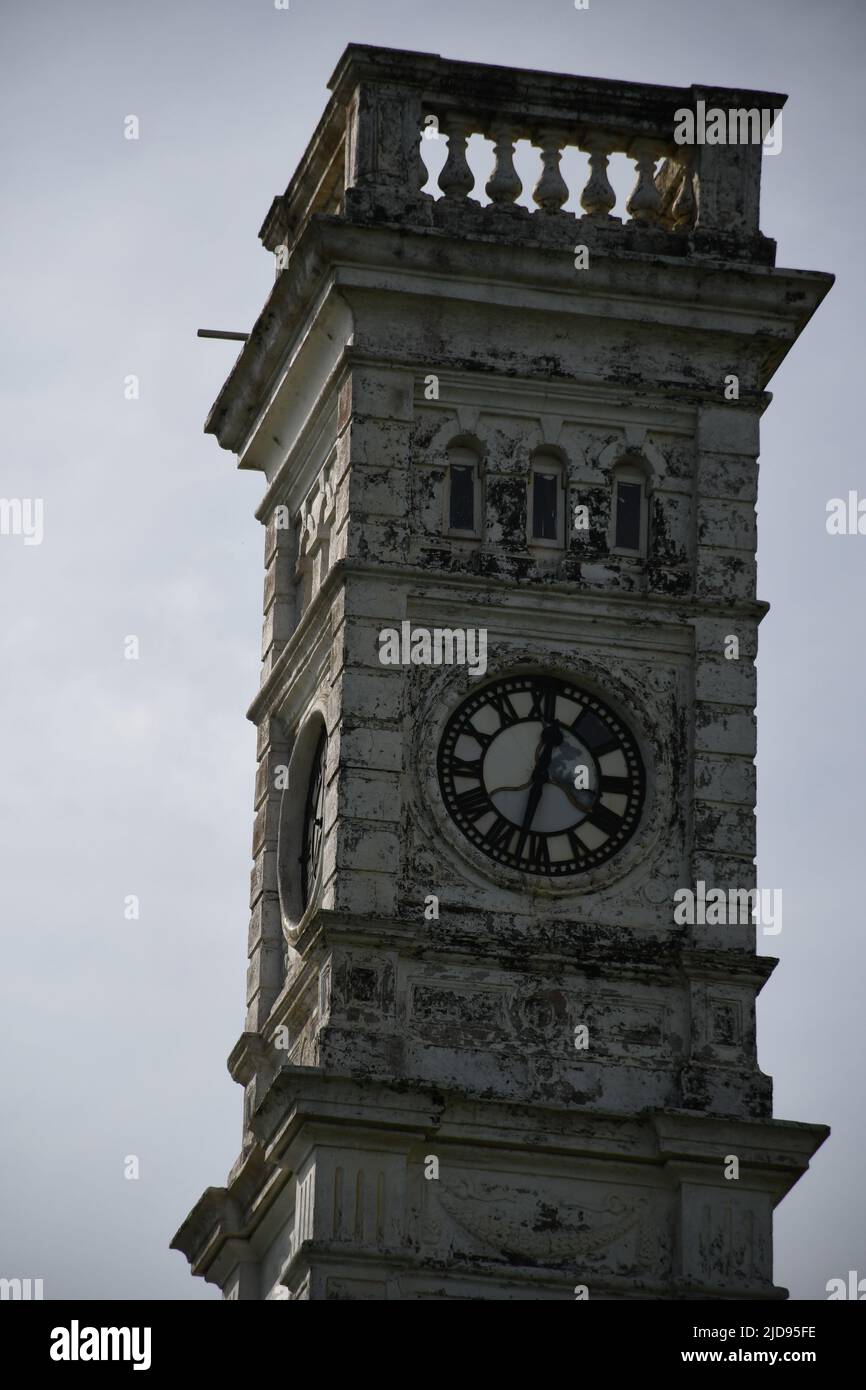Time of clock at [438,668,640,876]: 12:32
